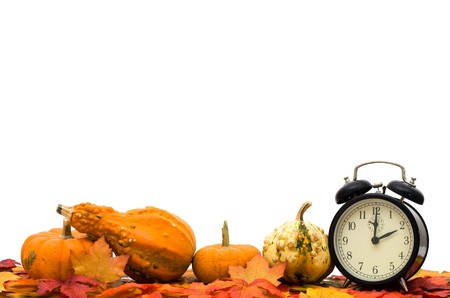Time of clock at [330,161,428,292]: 2:00
